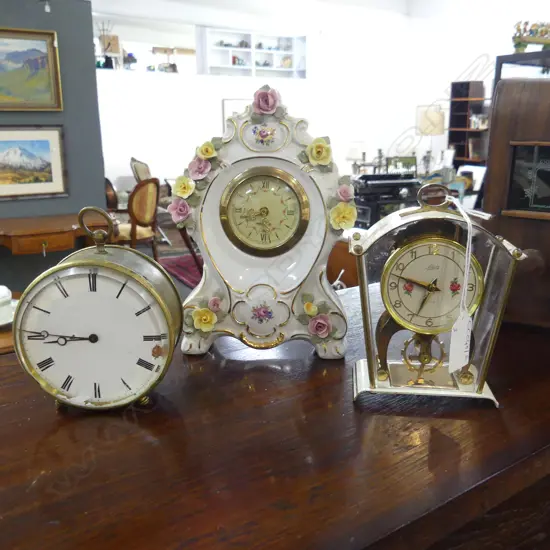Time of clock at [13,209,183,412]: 8:44
